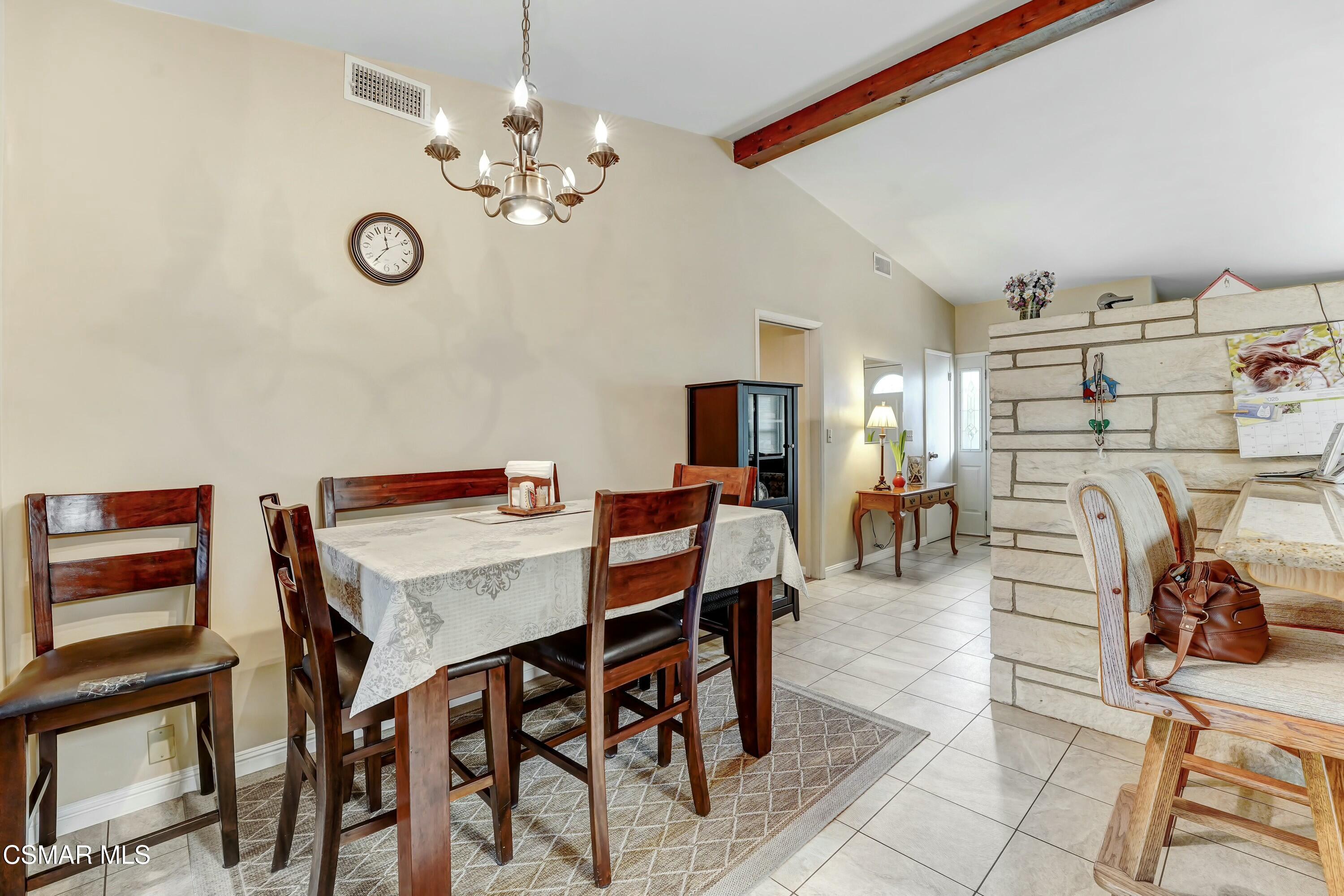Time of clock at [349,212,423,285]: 11:36
